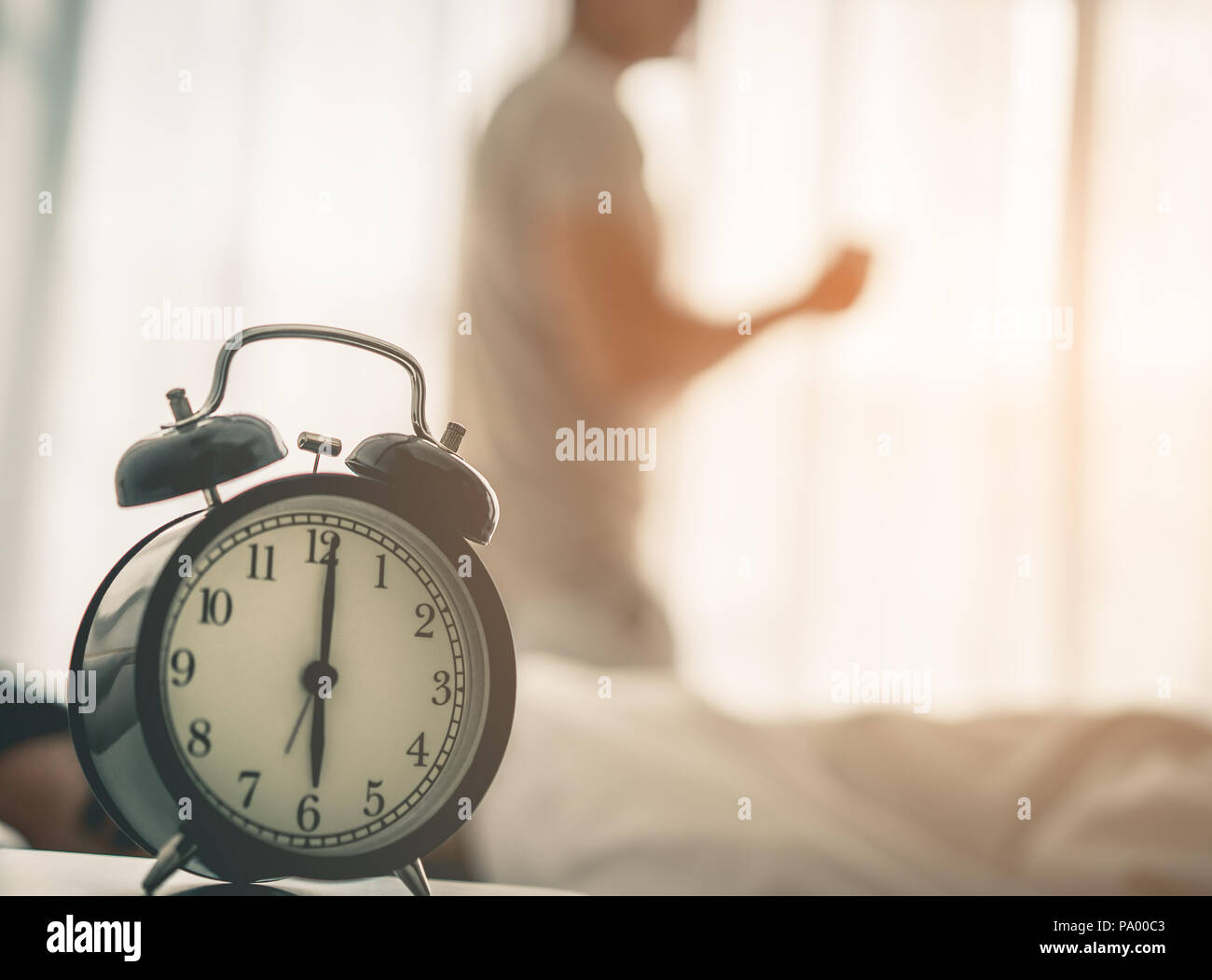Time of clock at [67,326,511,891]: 6:00
